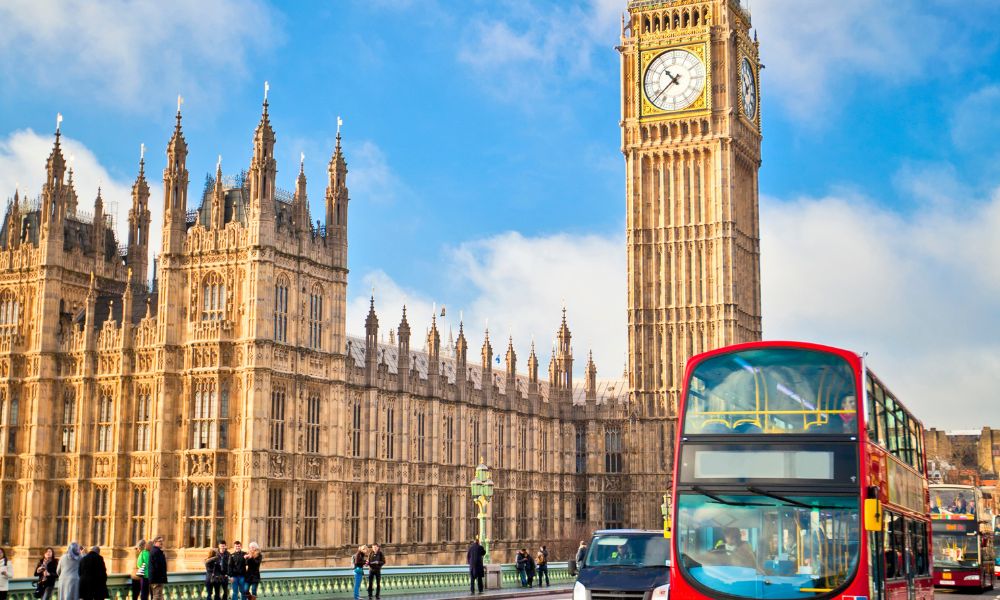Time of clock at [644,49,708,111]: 10:38
